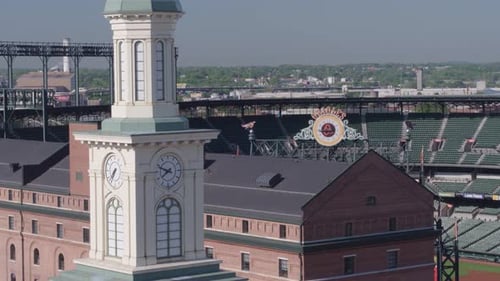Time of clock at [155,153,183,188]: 7:48
